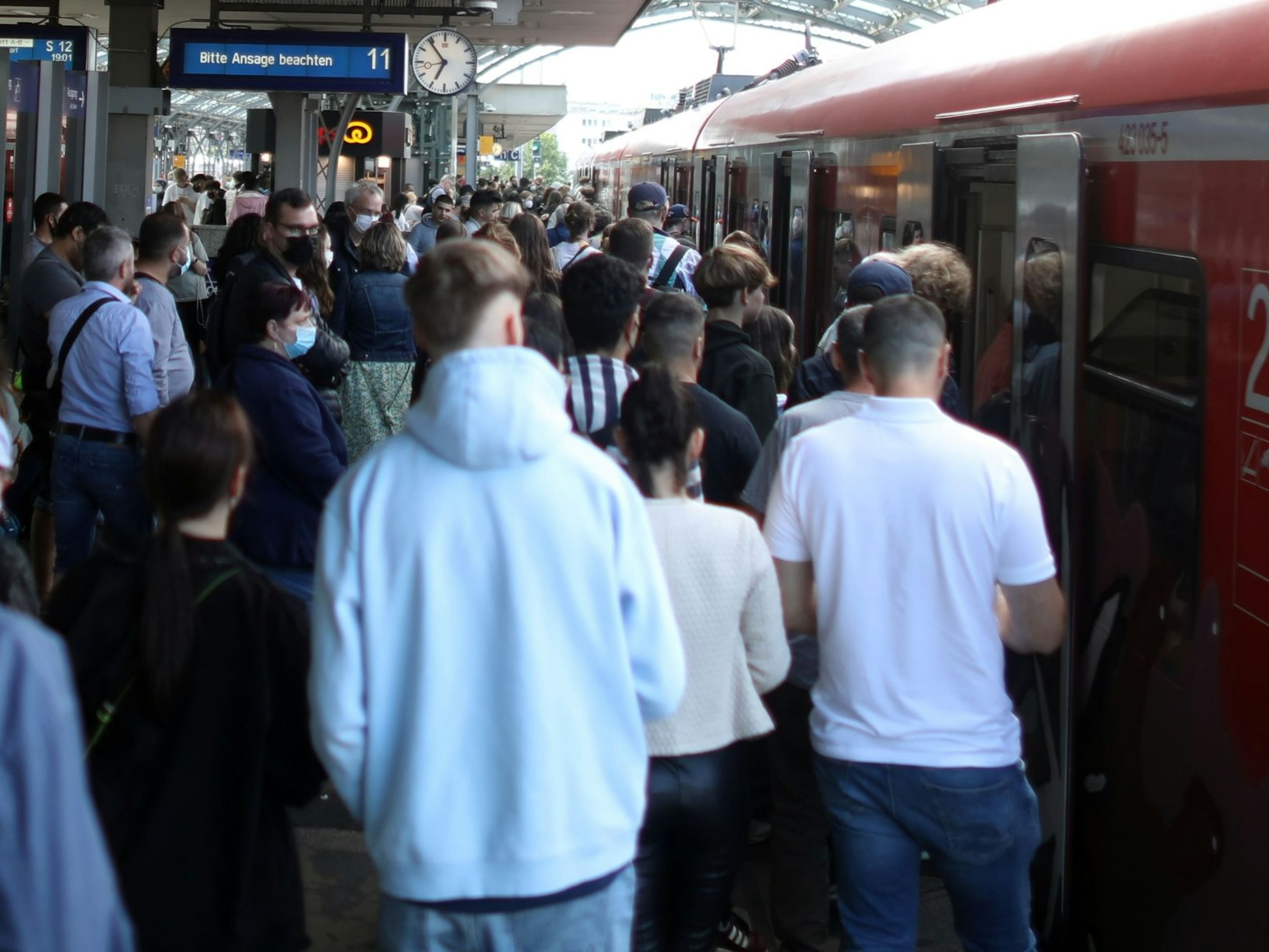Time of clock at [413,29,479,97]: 6:53
